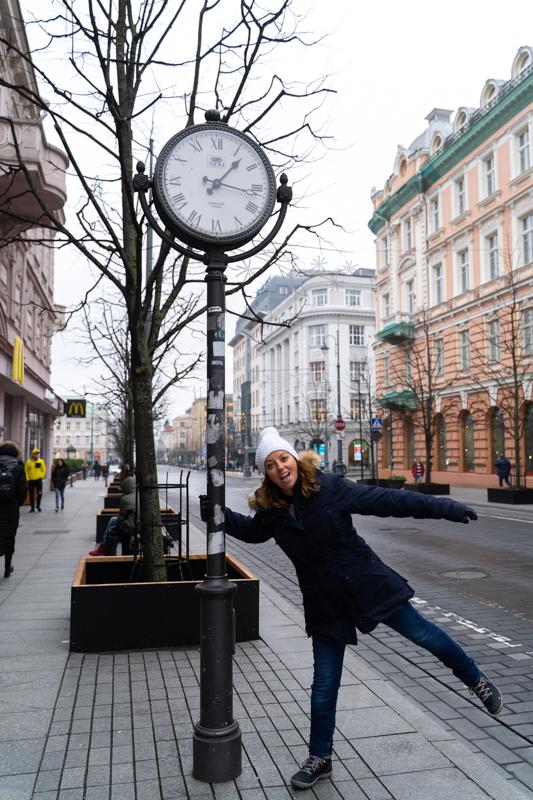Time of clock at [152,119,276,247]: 1:16
